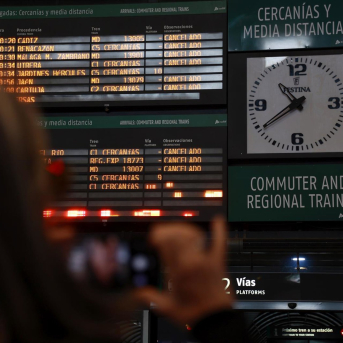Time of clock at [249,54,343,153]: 10:39
